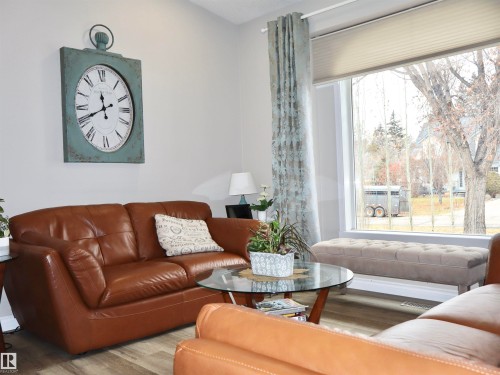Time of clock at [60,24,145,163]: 11:40
